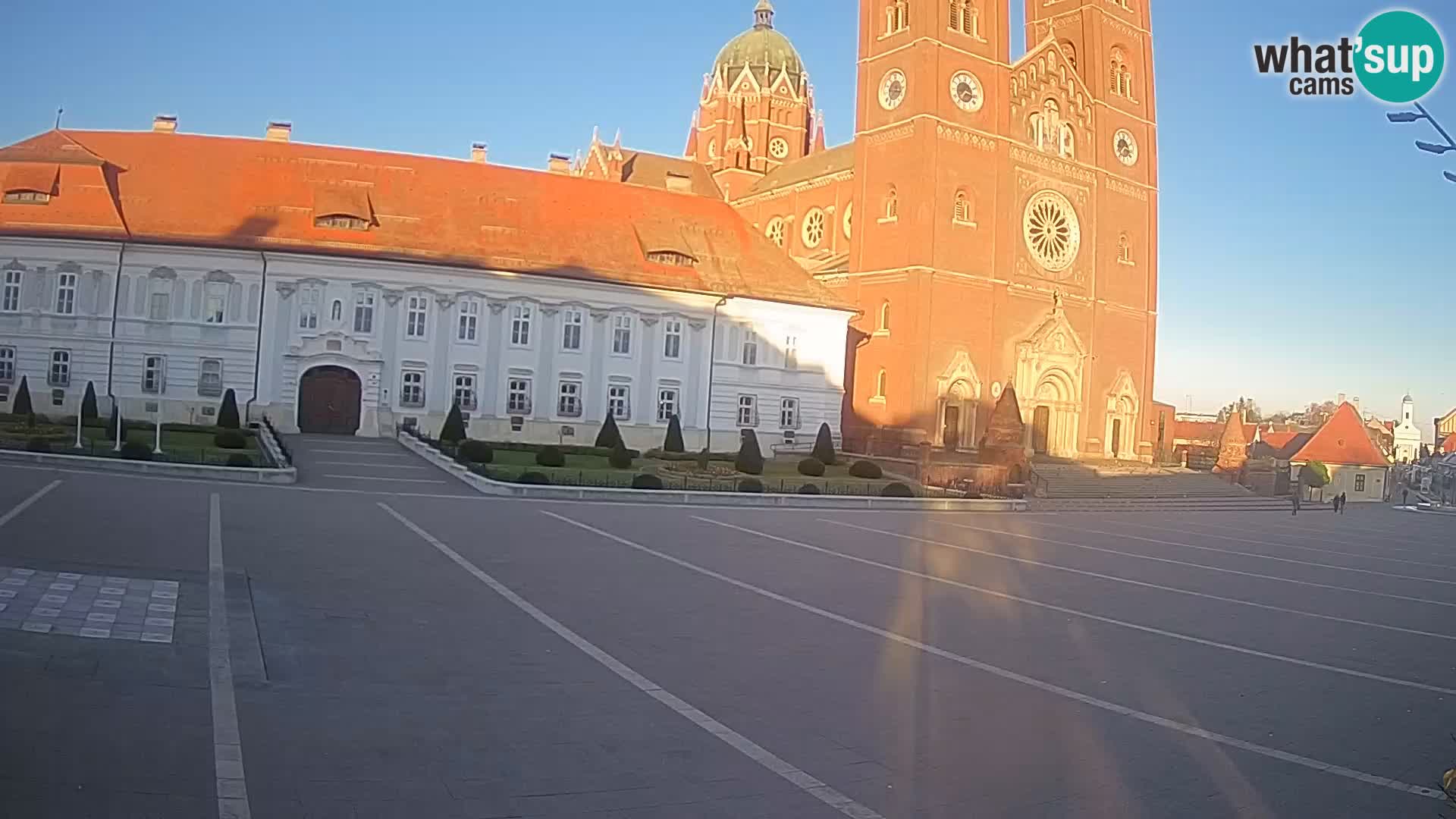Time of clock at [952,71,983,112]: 7:16
